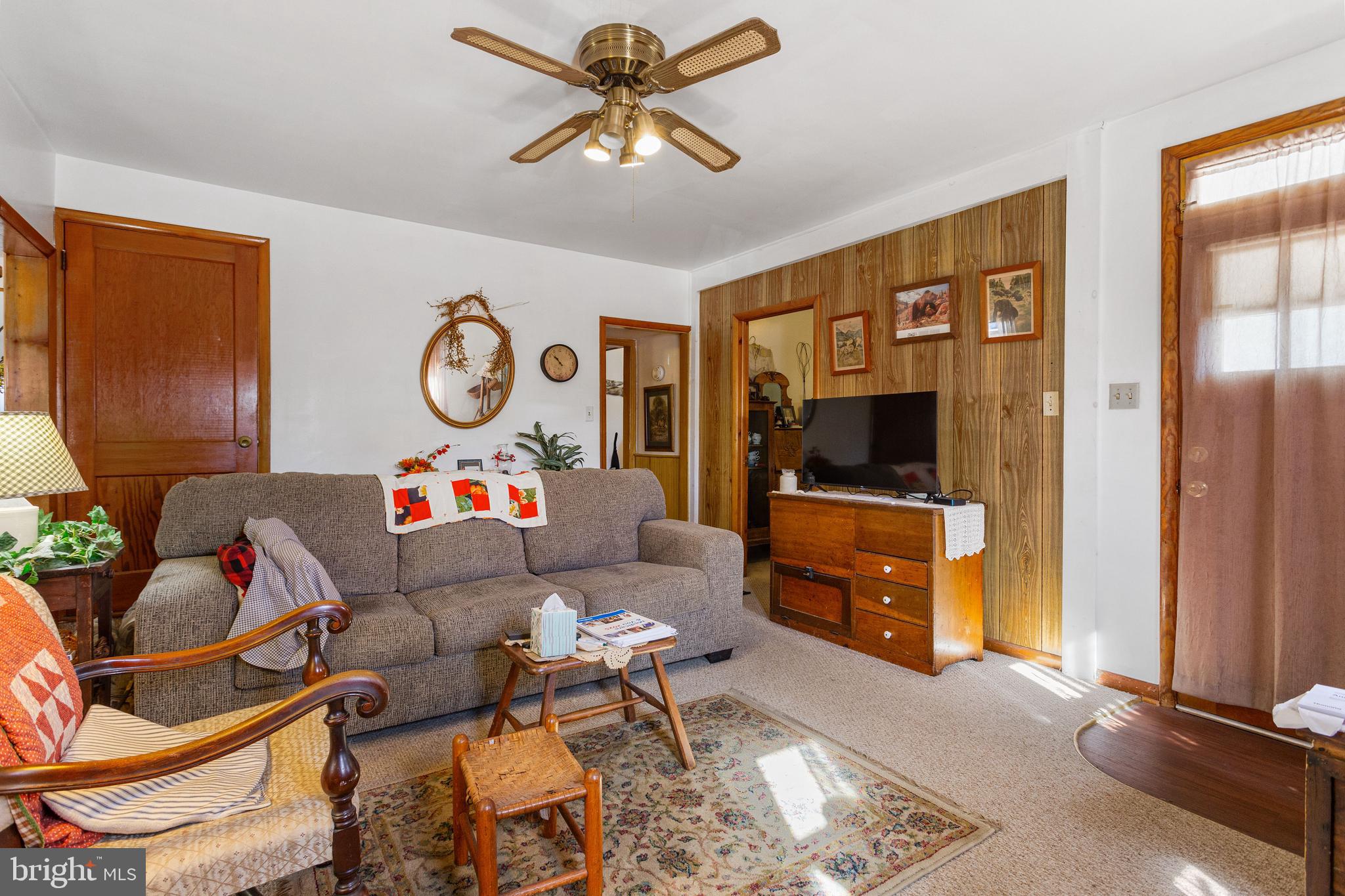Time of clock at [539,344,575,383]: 10:52
